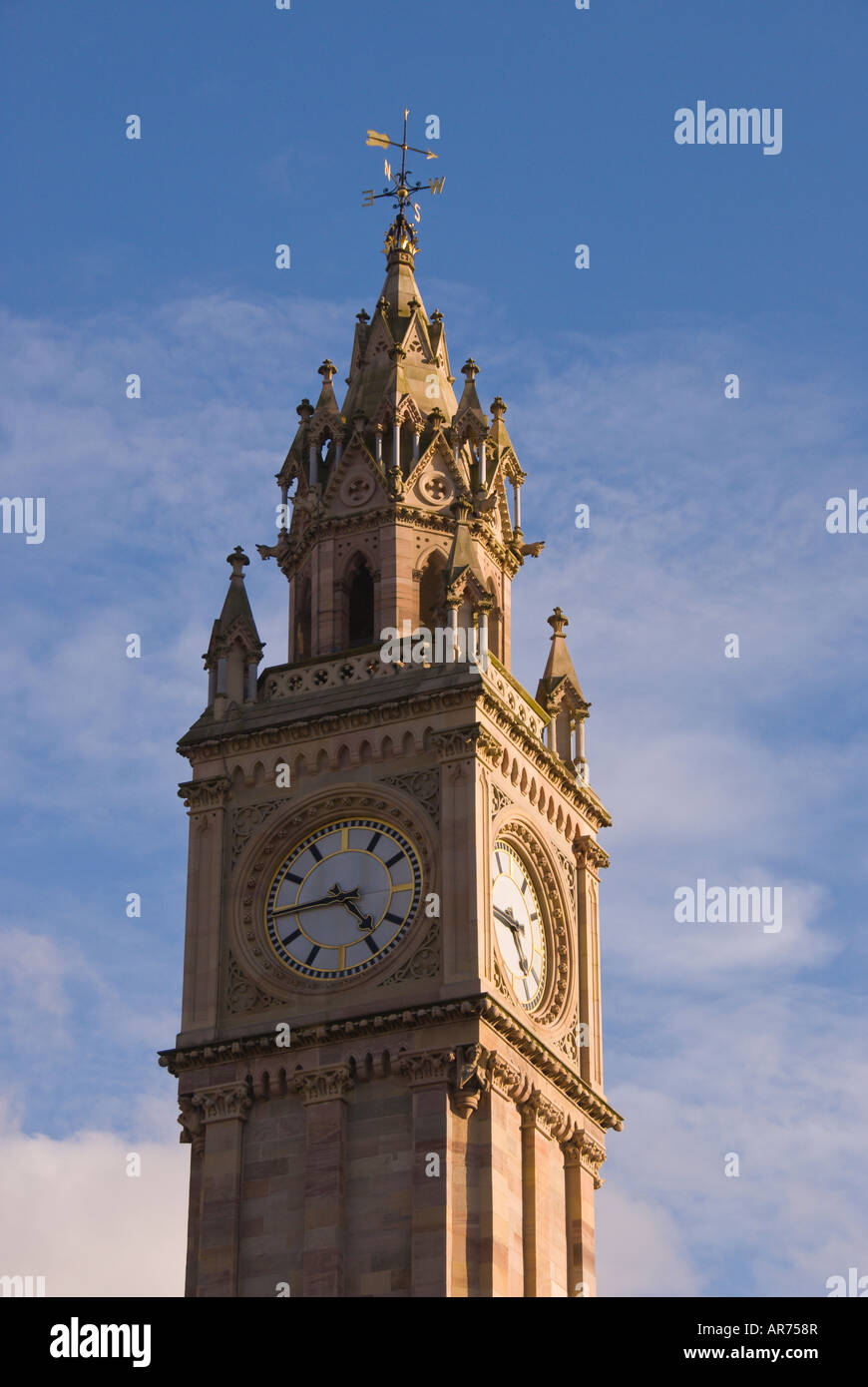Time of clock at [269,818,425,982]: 4:44
